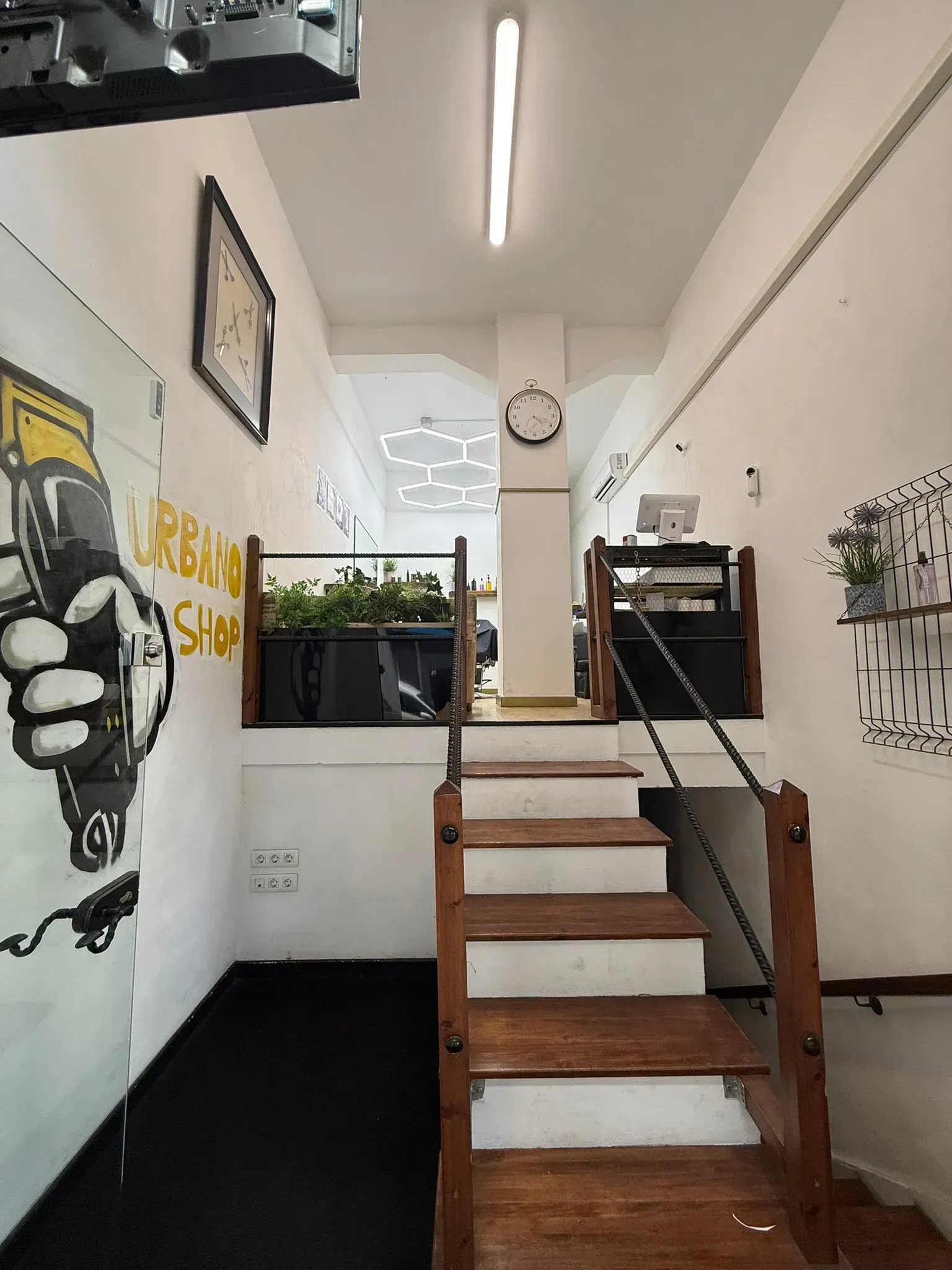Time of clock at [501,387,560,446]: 4:17
